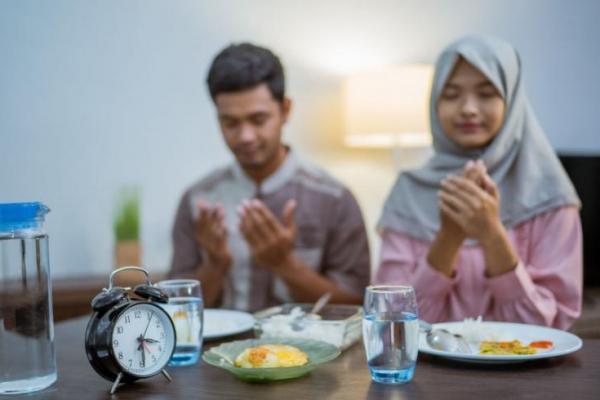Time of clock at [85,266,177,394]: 3:29
